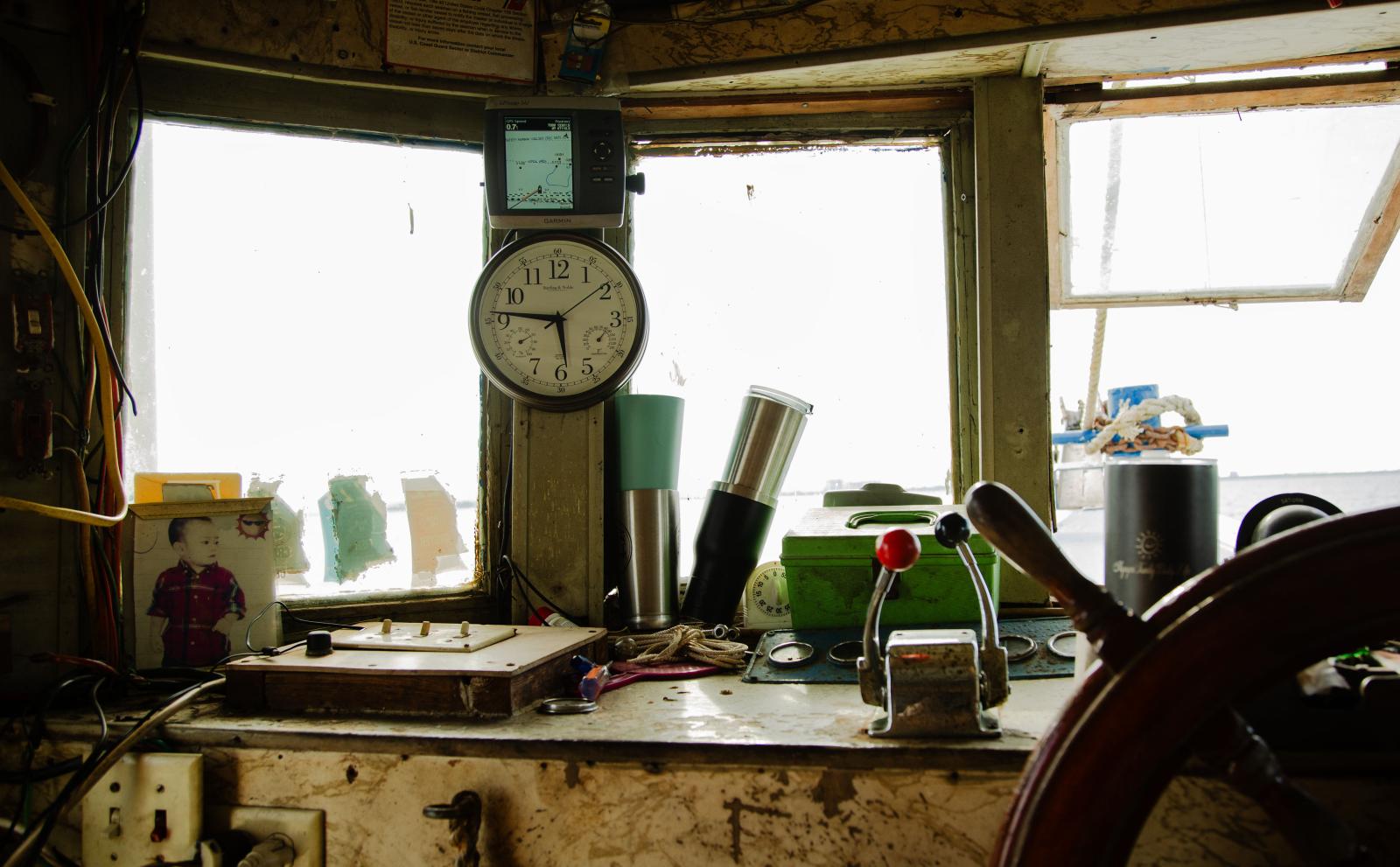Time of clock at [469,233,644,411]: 5:46
